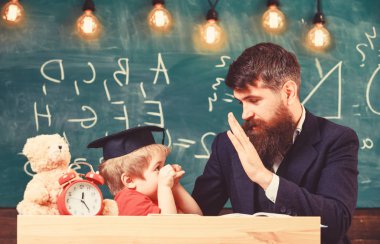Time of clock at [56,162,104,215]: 12:24
